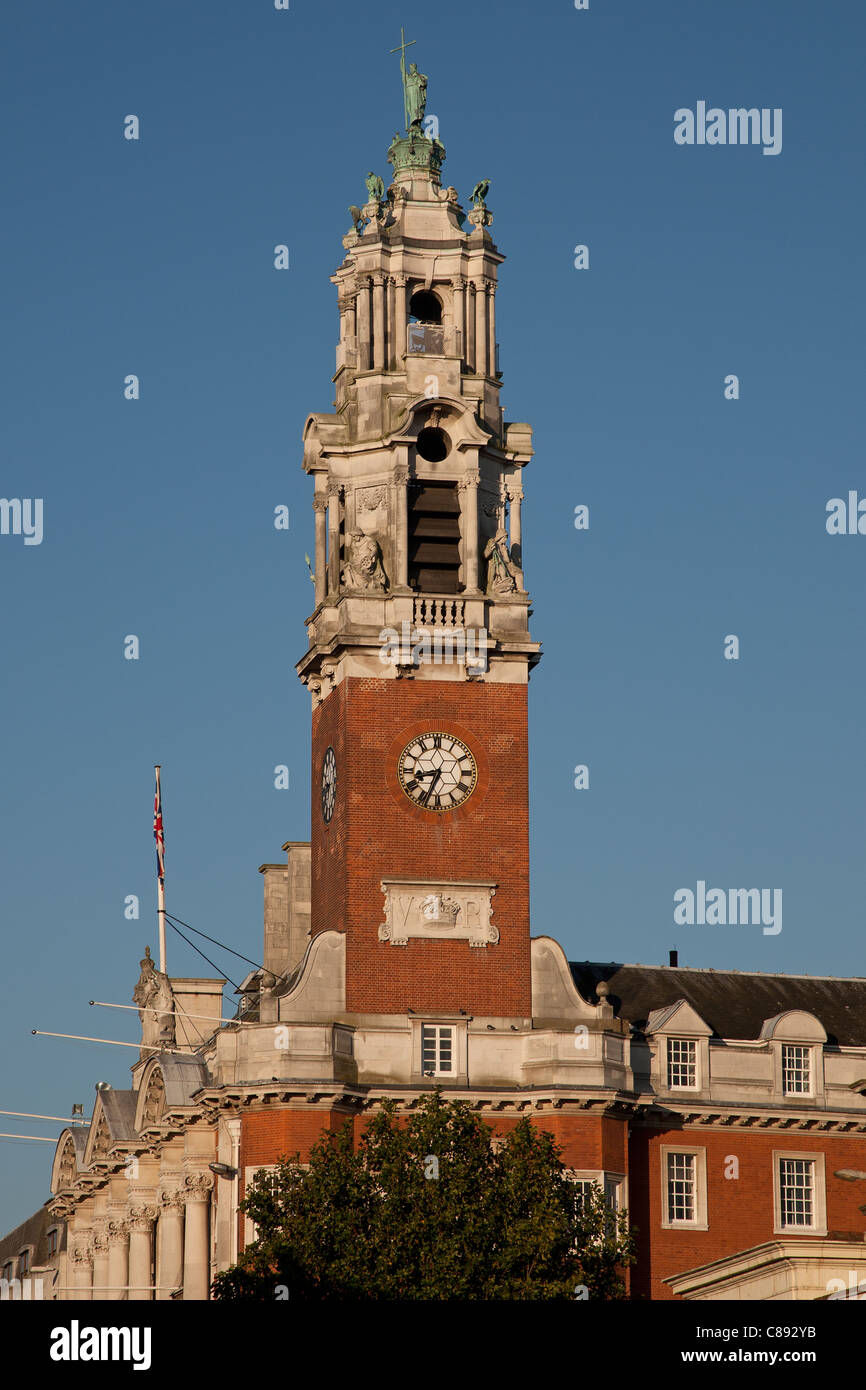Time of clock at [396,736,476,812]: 8:34
